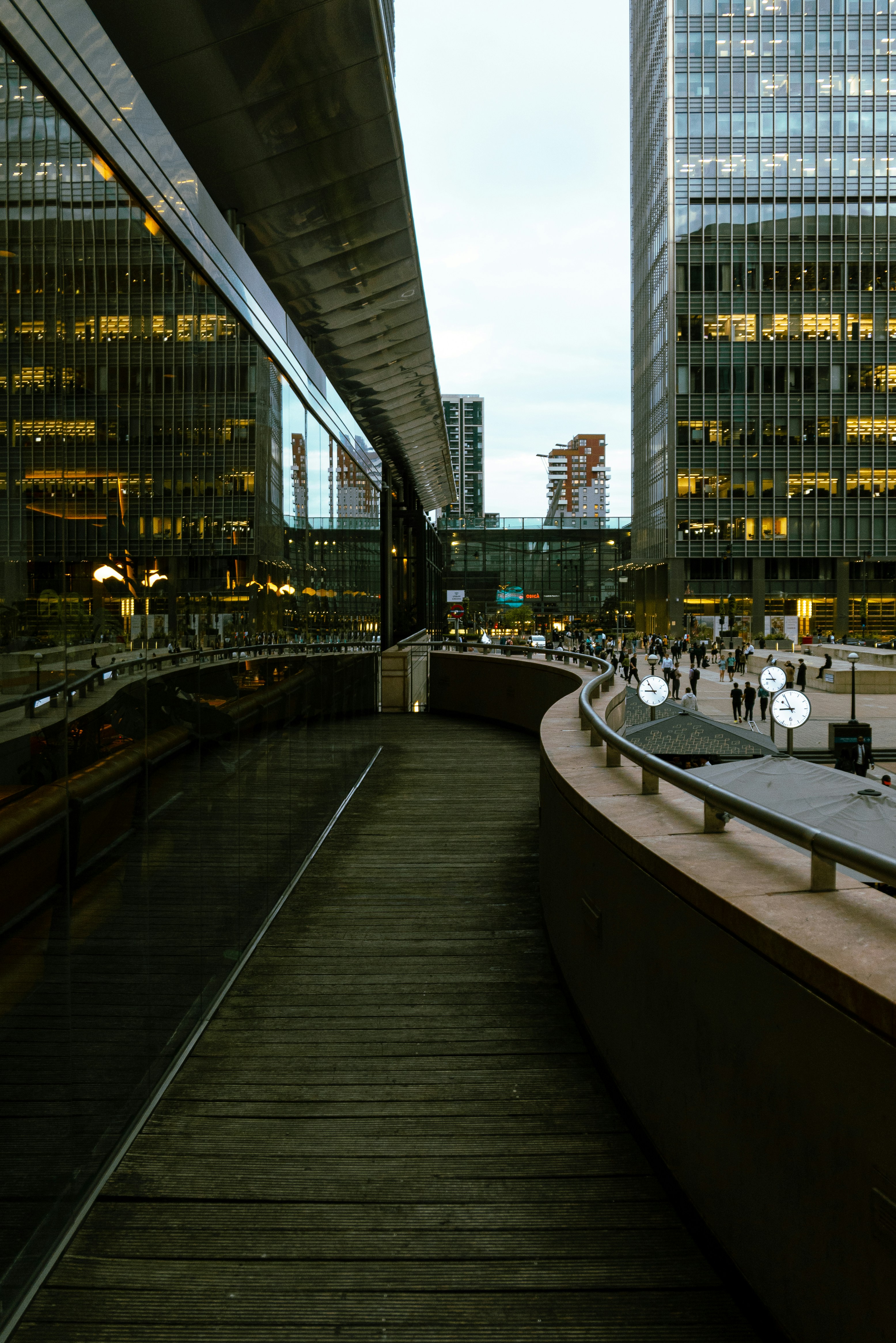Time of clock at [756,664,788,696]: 8:54
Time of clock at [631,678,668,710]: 8:54
